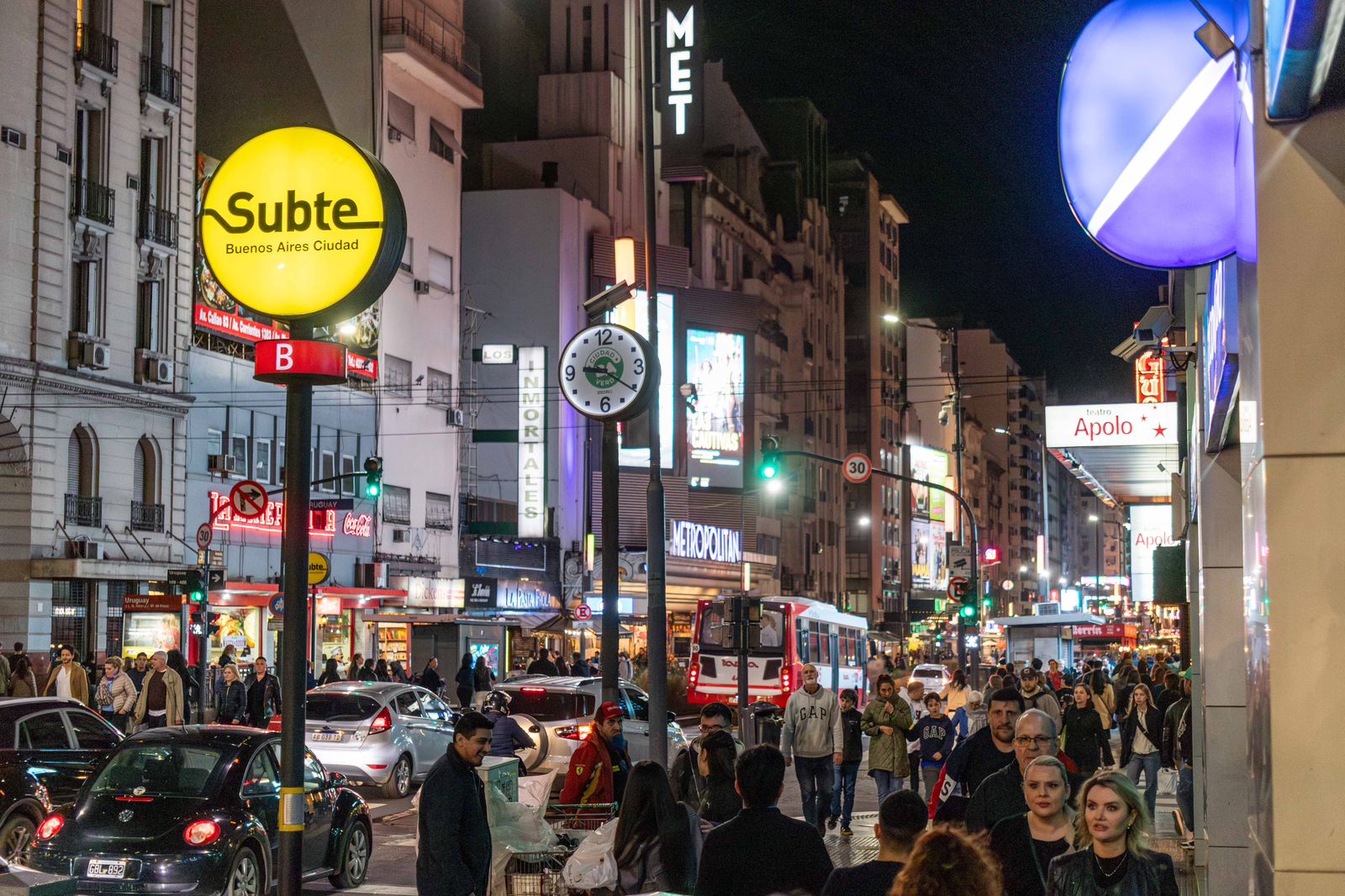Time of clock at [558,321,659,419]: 9:20
